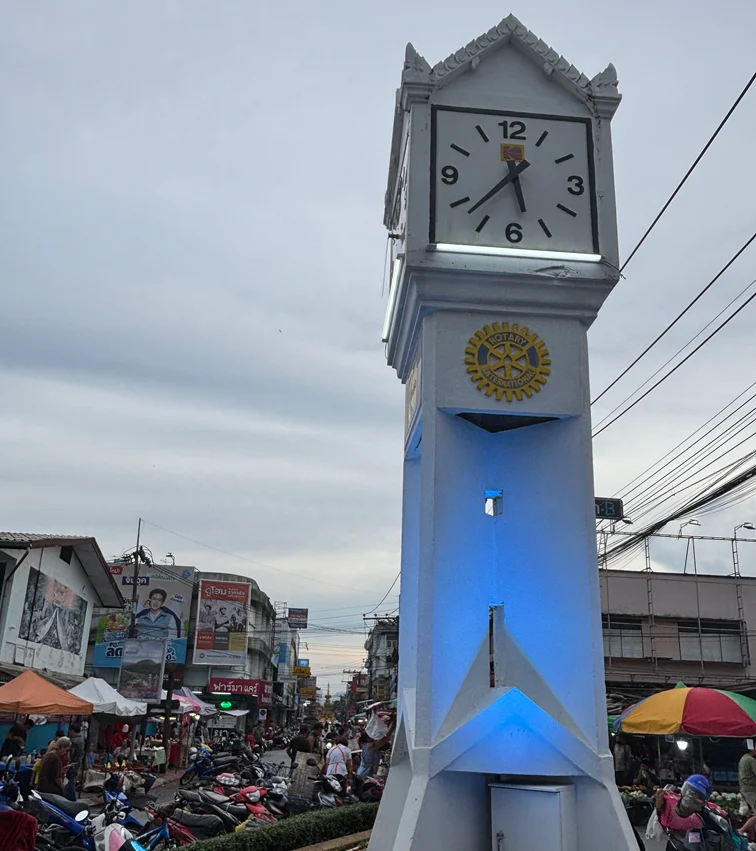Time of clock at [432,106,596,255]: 11:37
